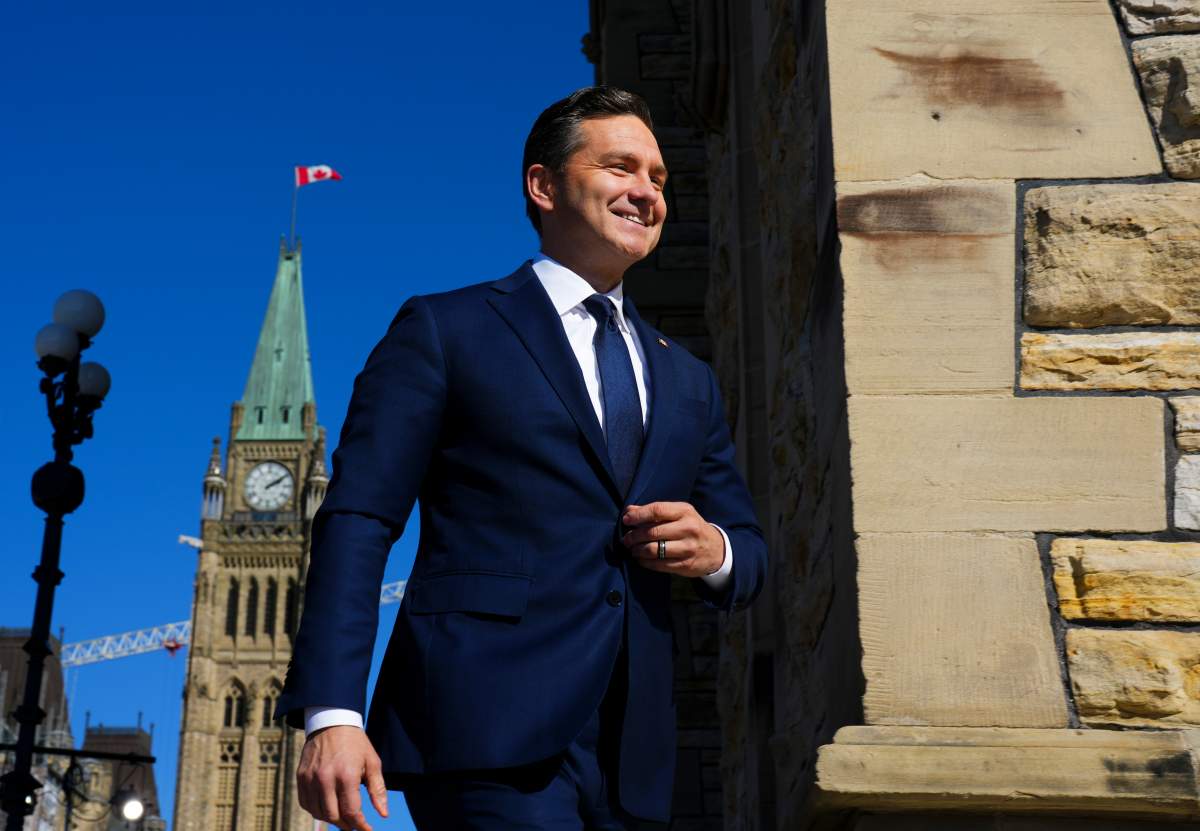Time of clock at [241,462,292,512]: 2:09
